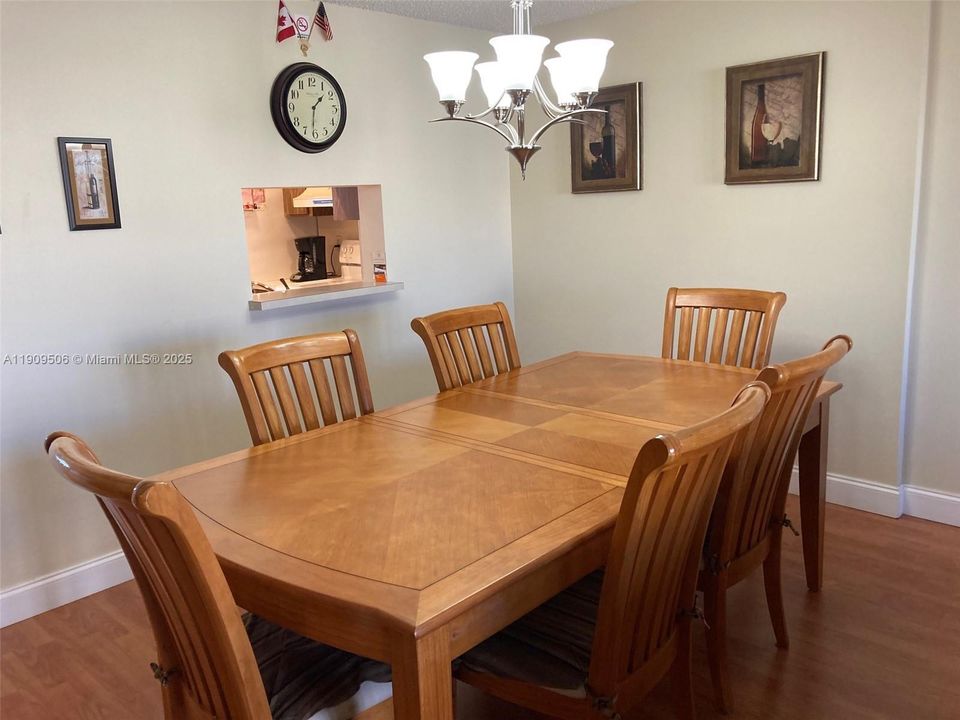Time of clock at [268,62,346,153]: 1:31
